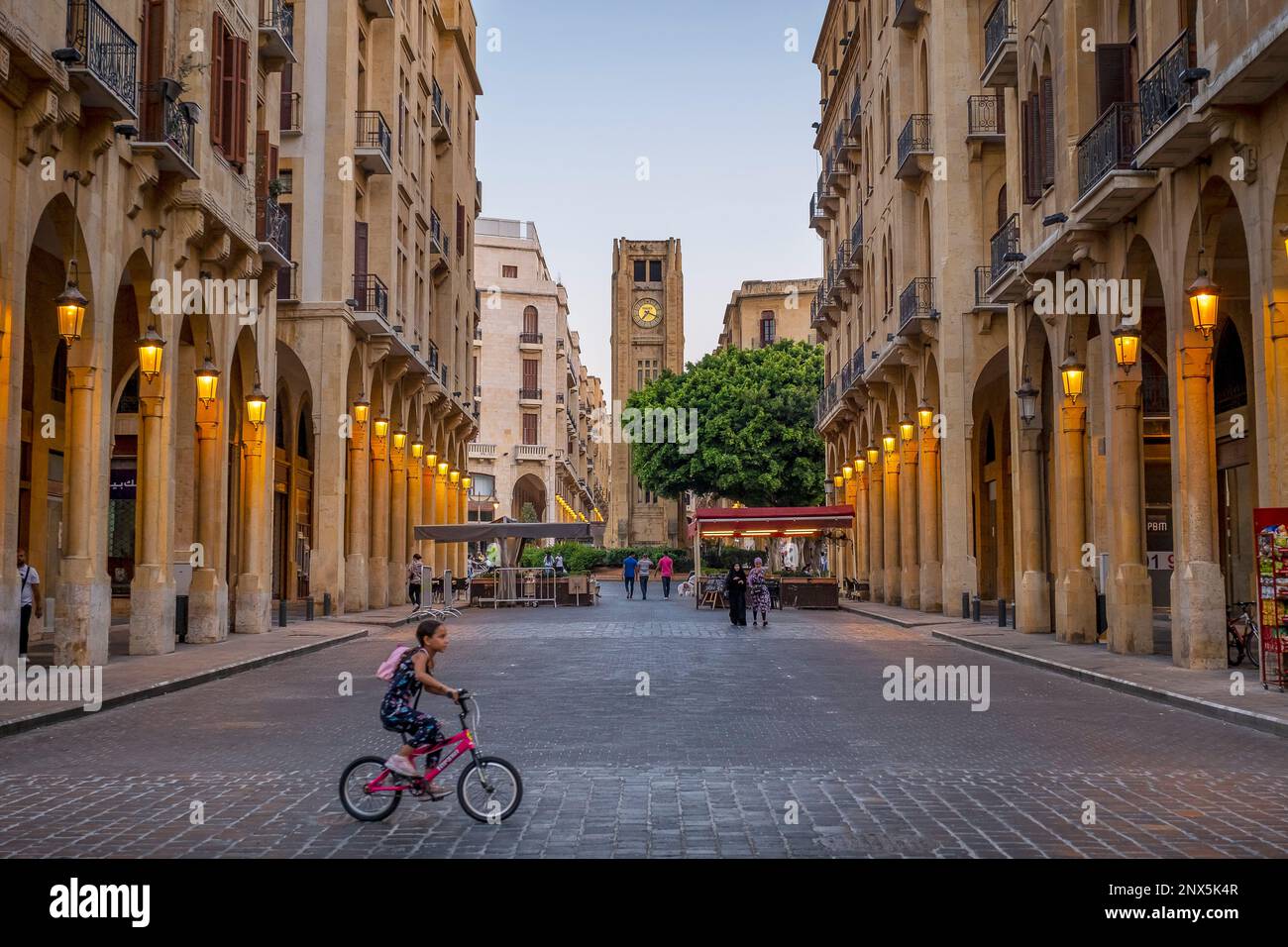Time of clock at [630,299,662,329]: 7:18
